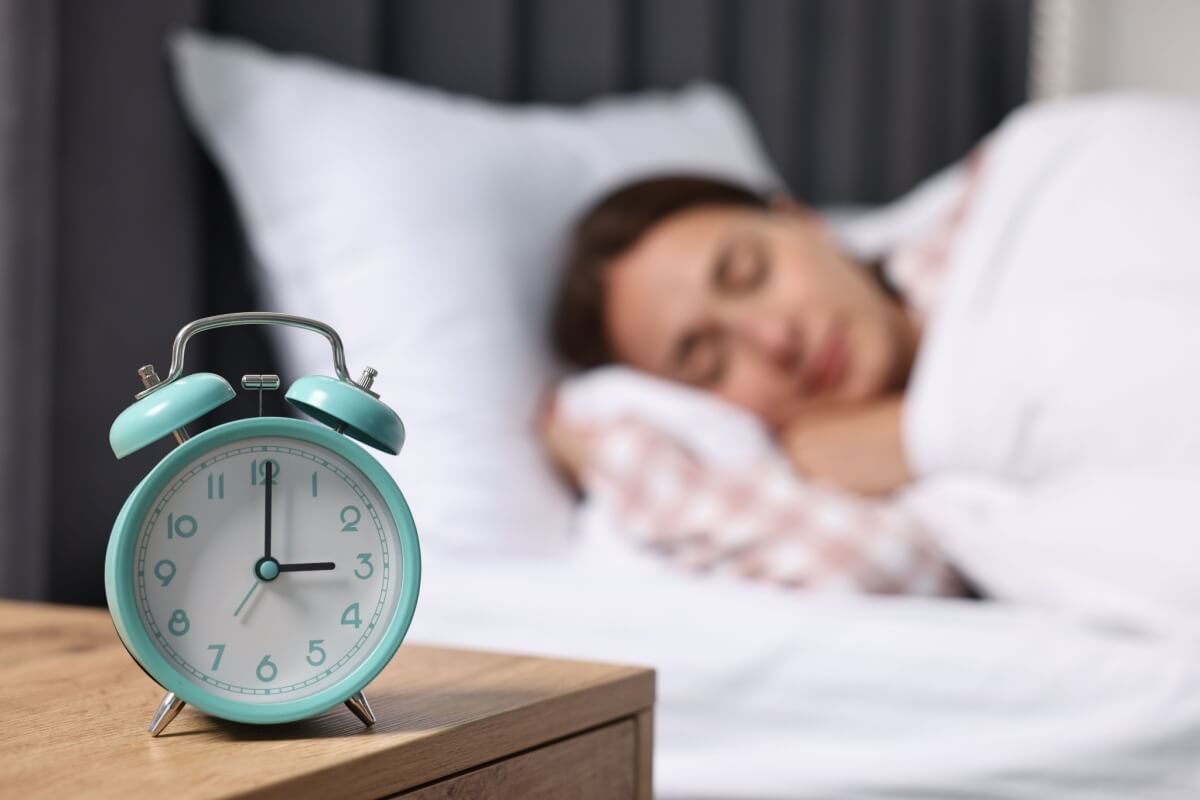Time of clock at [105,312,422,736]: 3:00
